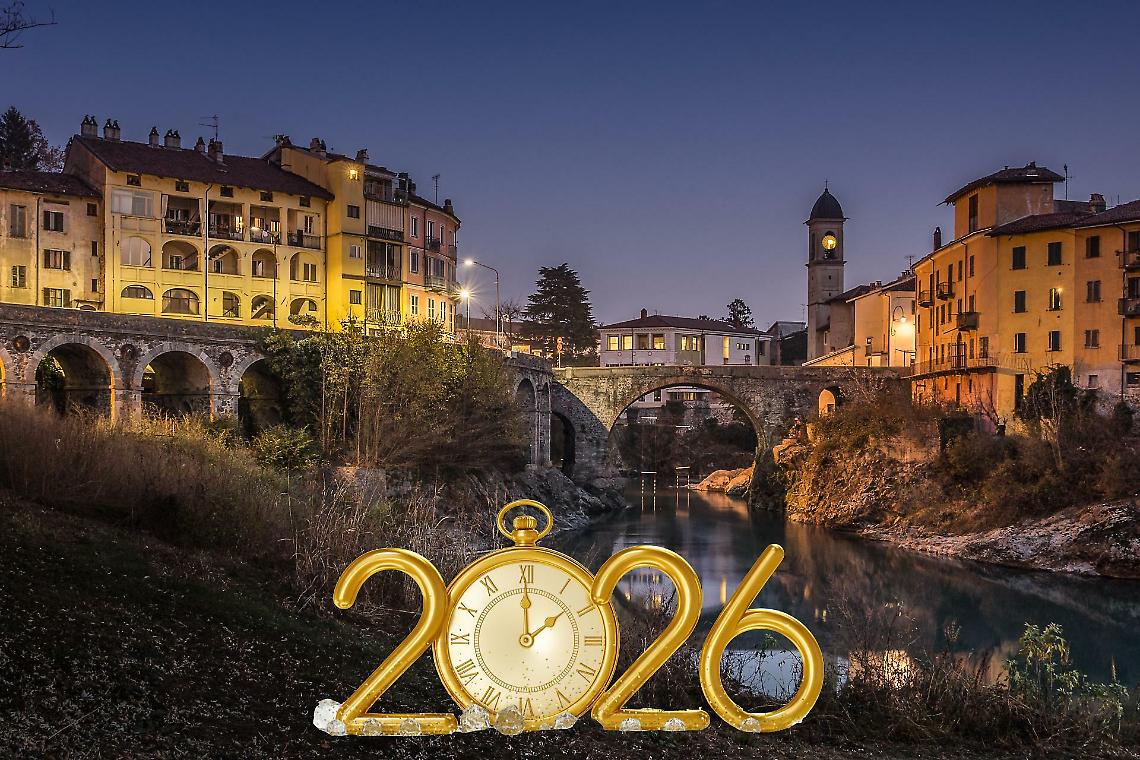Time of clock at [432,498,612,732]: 2:00
